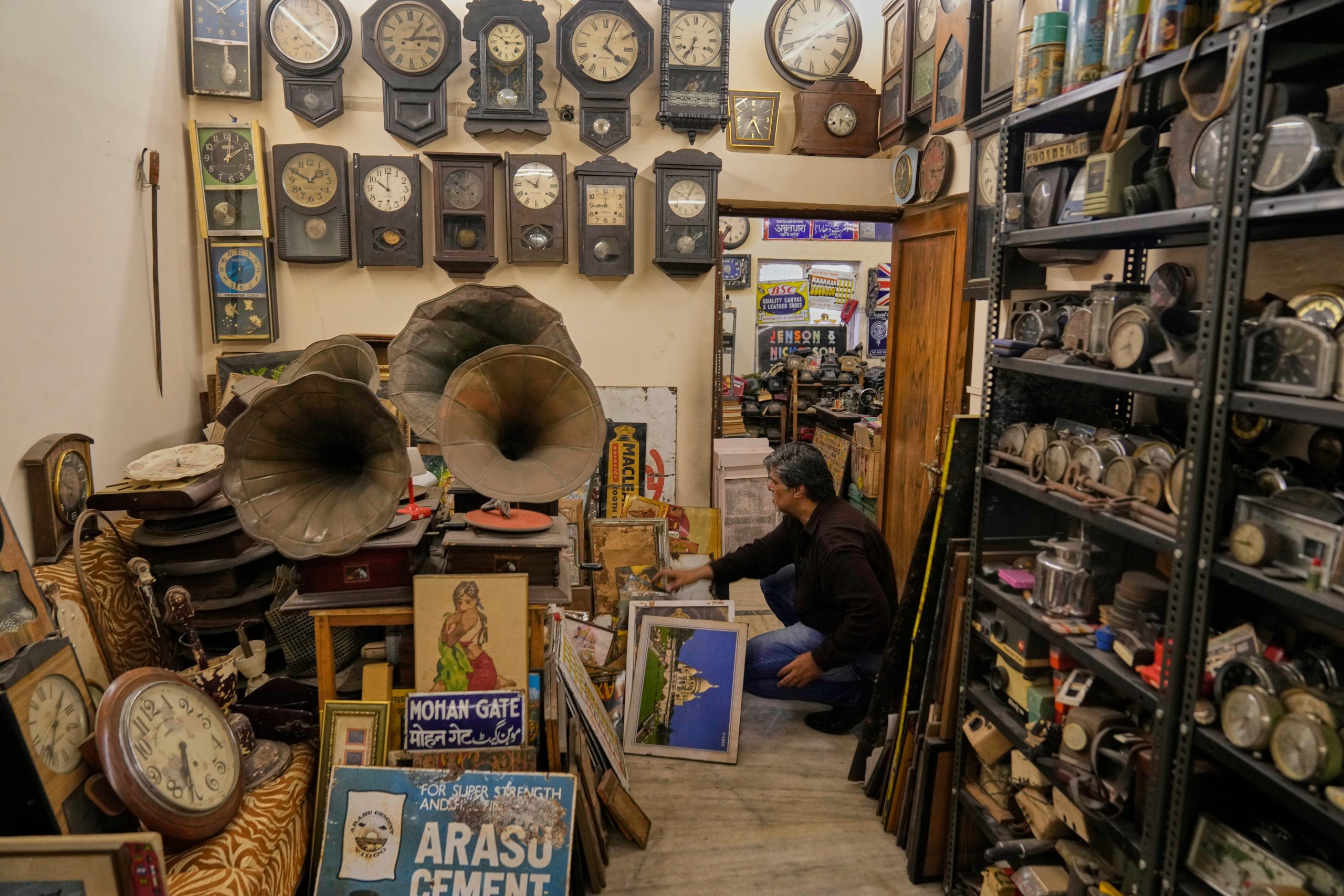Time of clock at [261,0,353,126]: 10:22
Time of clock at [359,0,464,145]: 1:13
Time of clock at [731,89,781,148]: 7:25
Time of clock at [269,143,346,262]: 1:50
